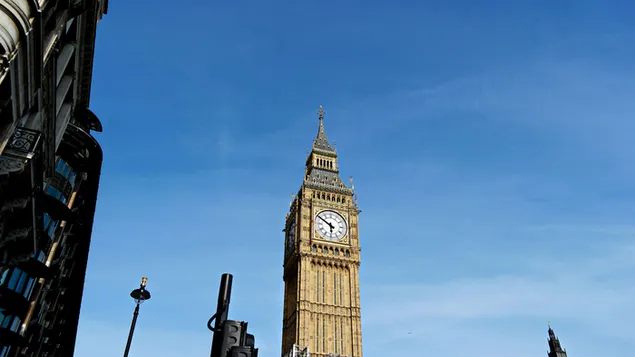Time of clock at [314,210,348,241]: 5:50
